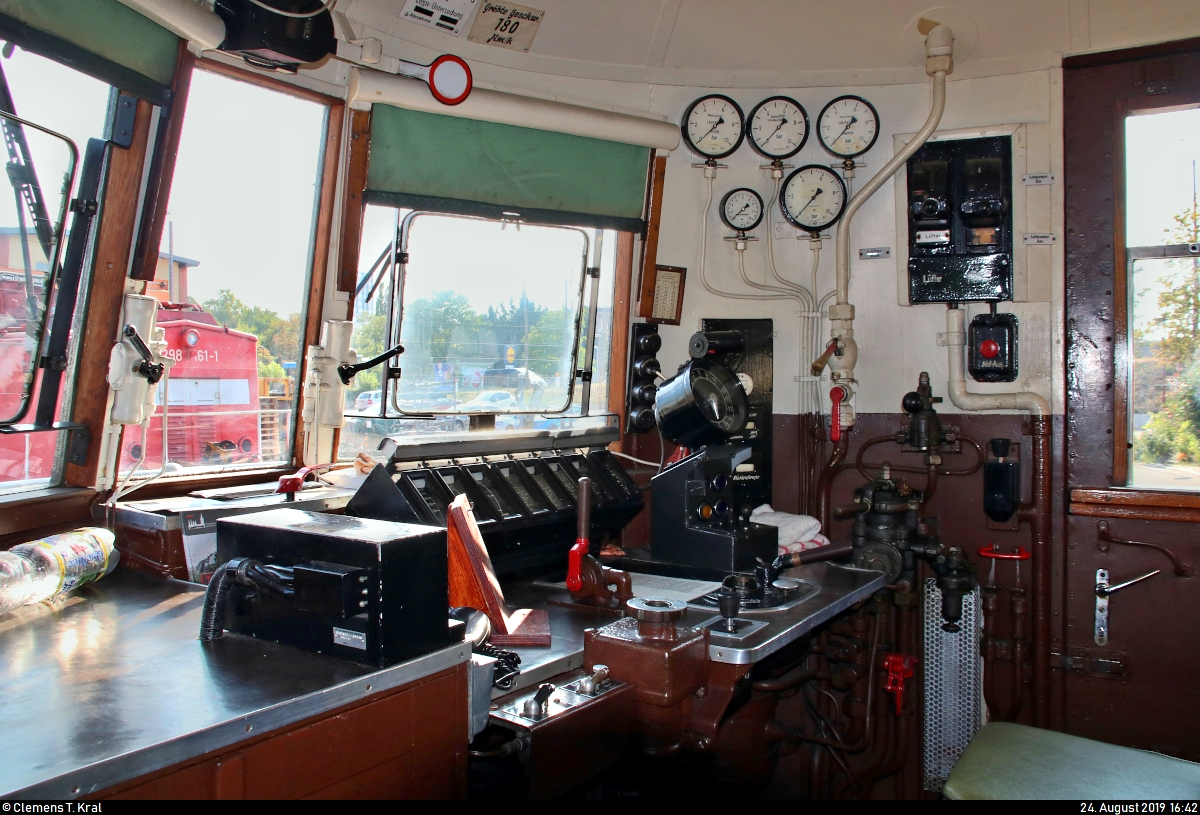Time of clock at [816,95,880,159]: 1:36
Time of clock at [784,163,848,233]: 1:36
